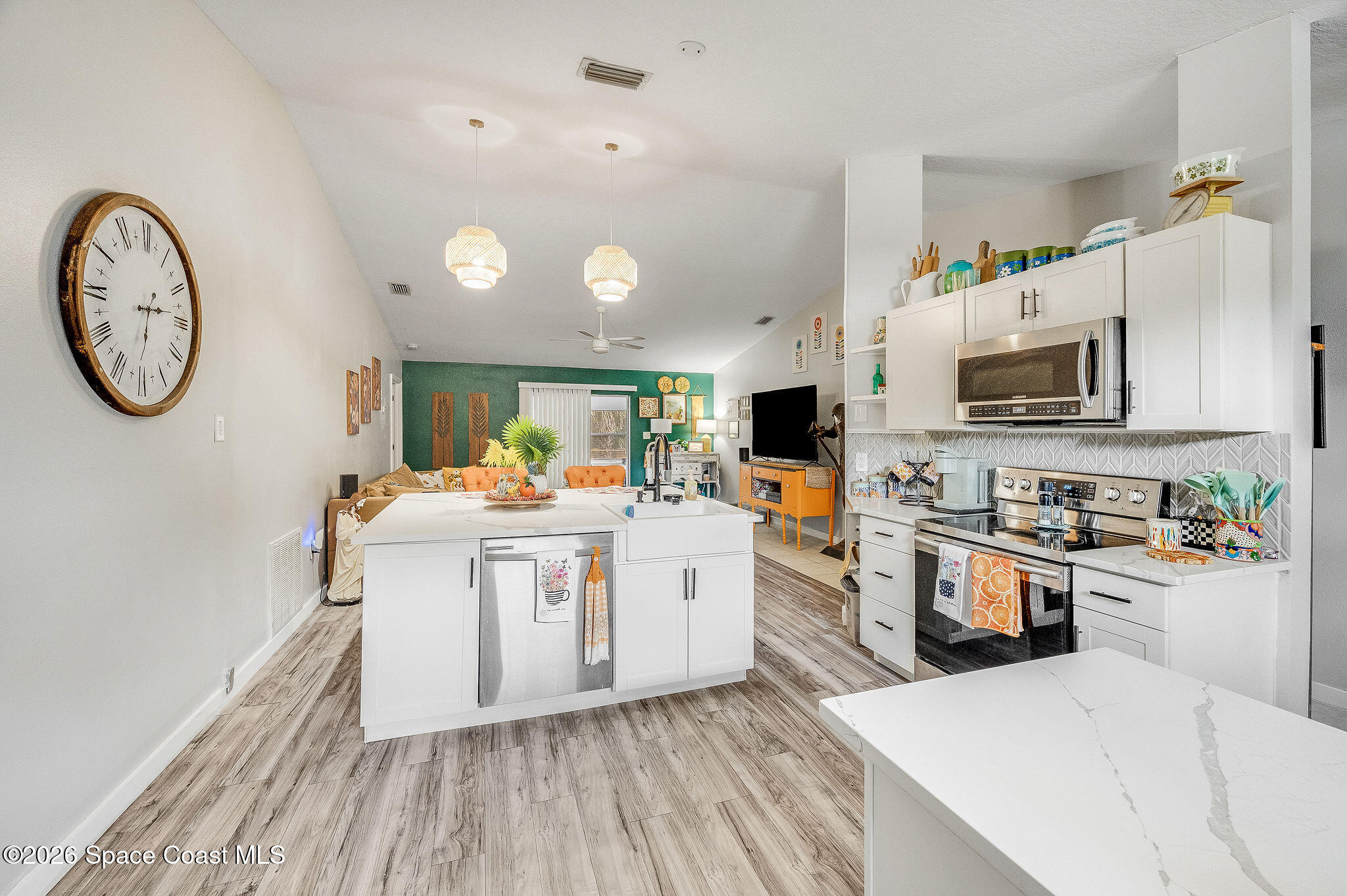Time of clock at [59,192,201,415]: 6:13
